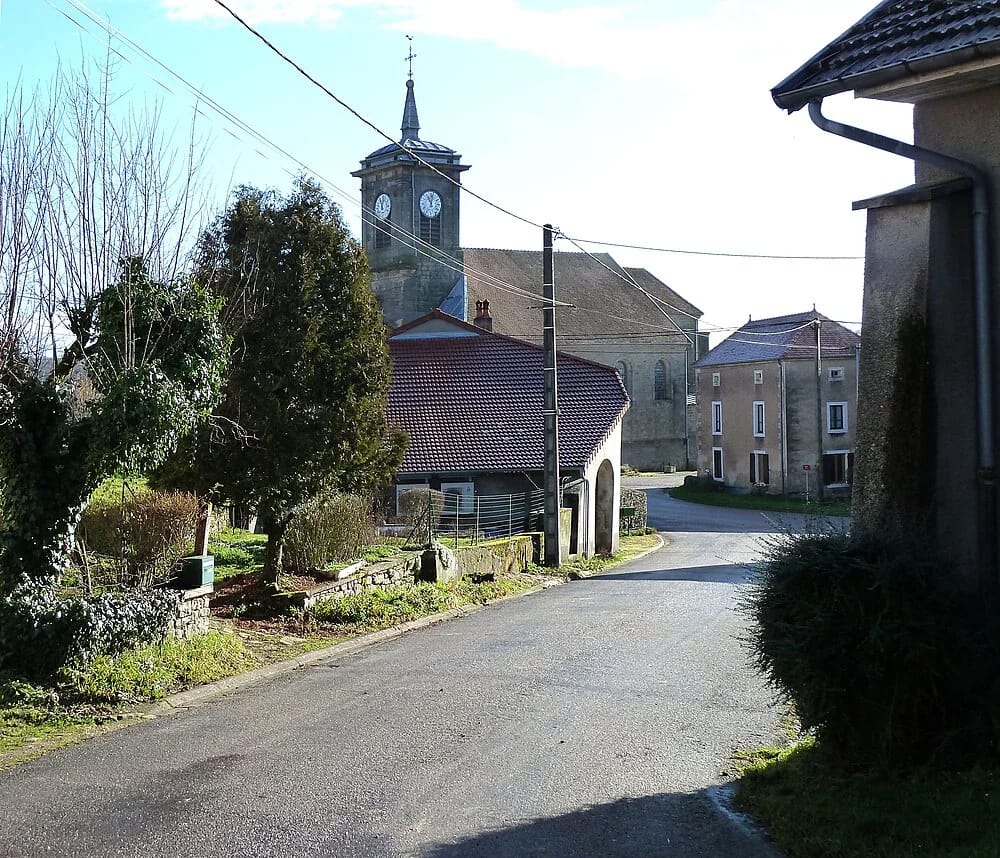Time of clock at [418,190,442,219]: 11:02
